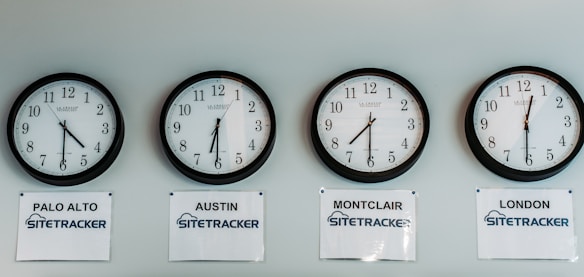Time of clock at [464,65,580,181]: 12:30
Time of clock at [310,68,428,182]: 7:30
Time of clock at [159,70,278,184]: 6:30
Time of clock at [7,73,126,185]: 4:29
